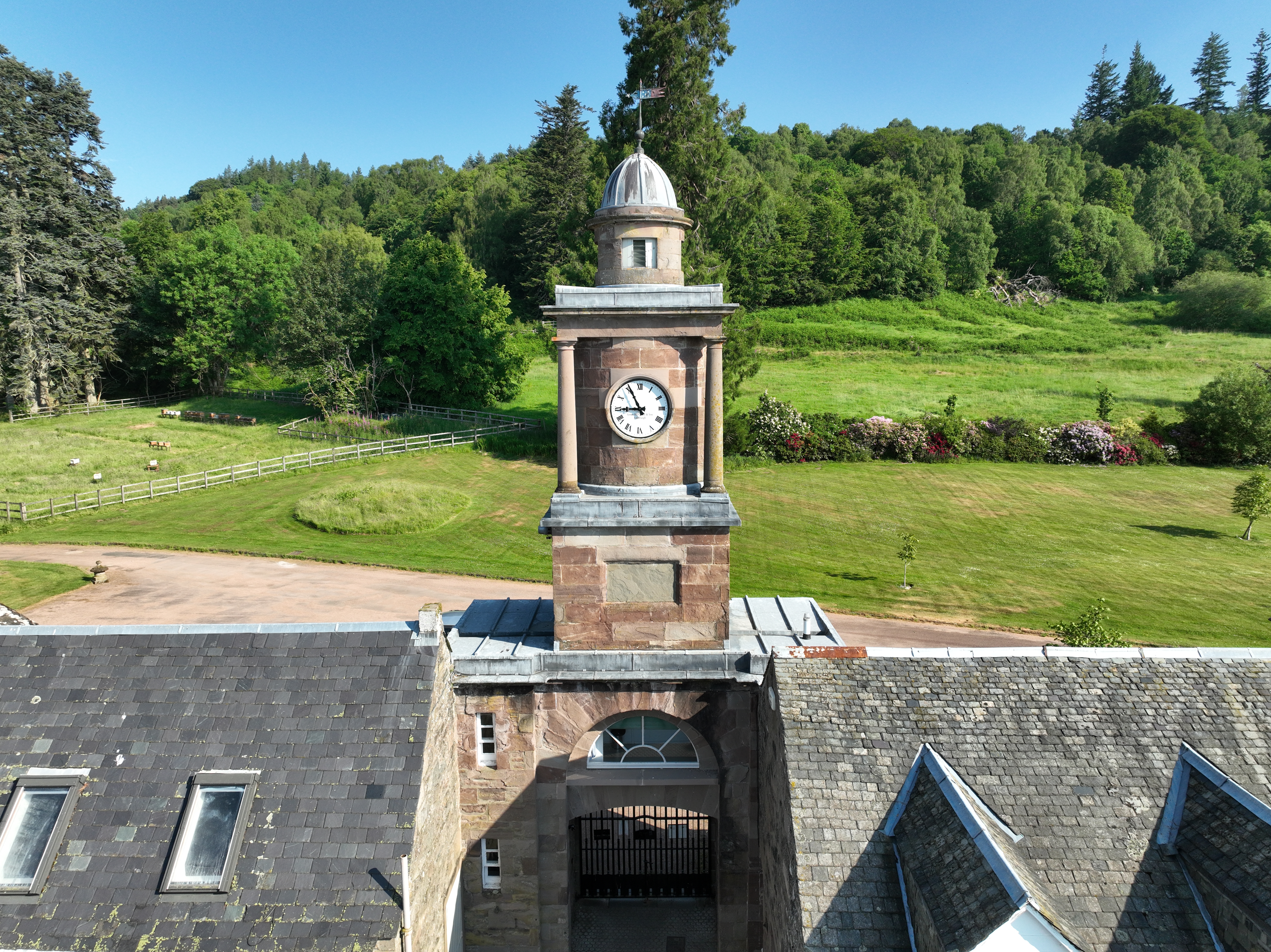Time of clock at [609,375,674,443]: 8:55
